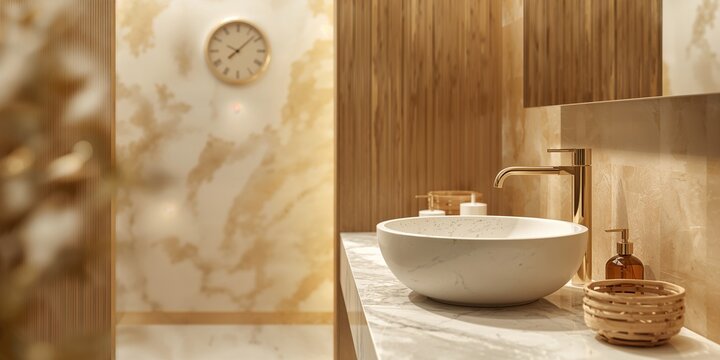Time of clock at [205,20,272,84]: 10:07
